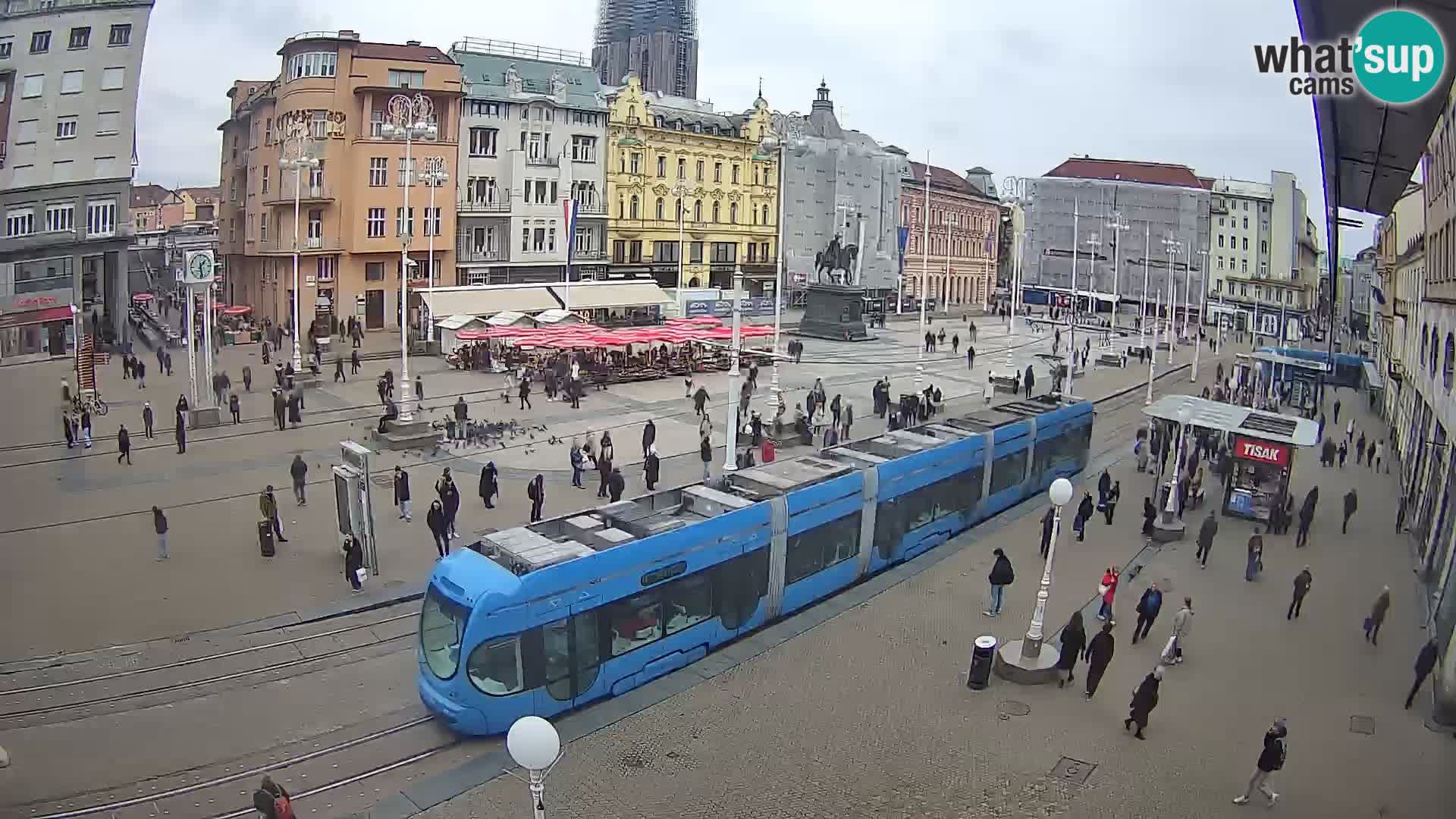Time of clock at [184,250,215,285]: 1:28
